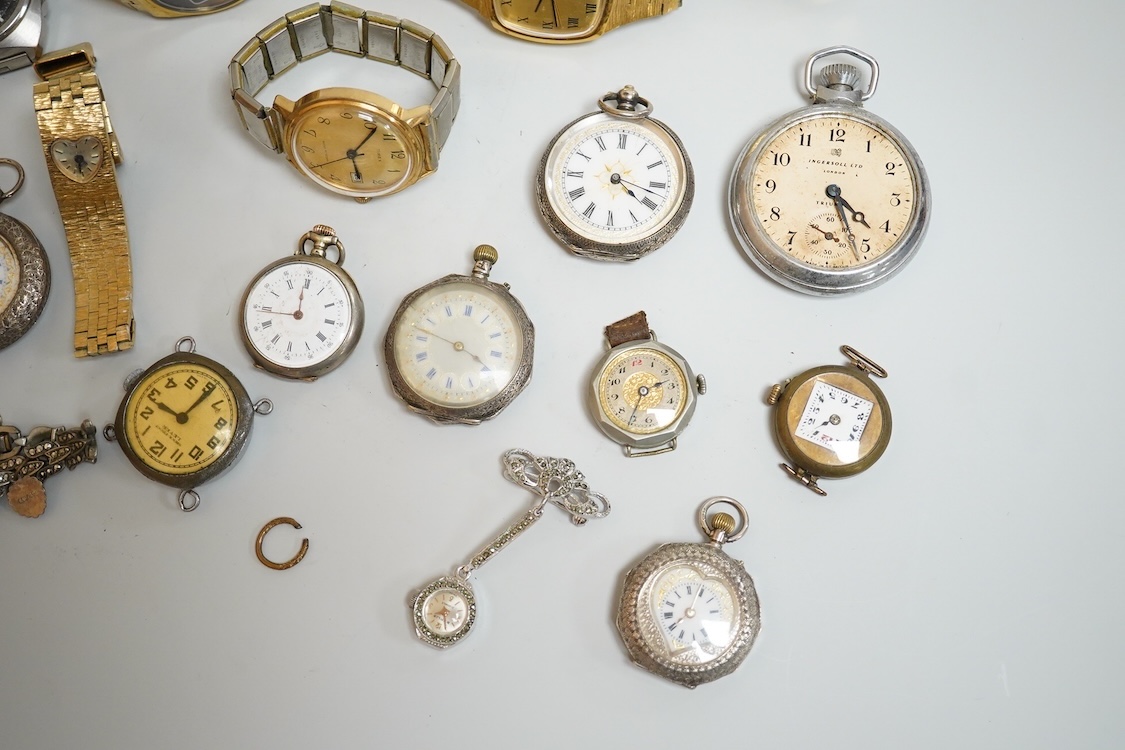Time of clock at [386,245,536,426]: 3:47
